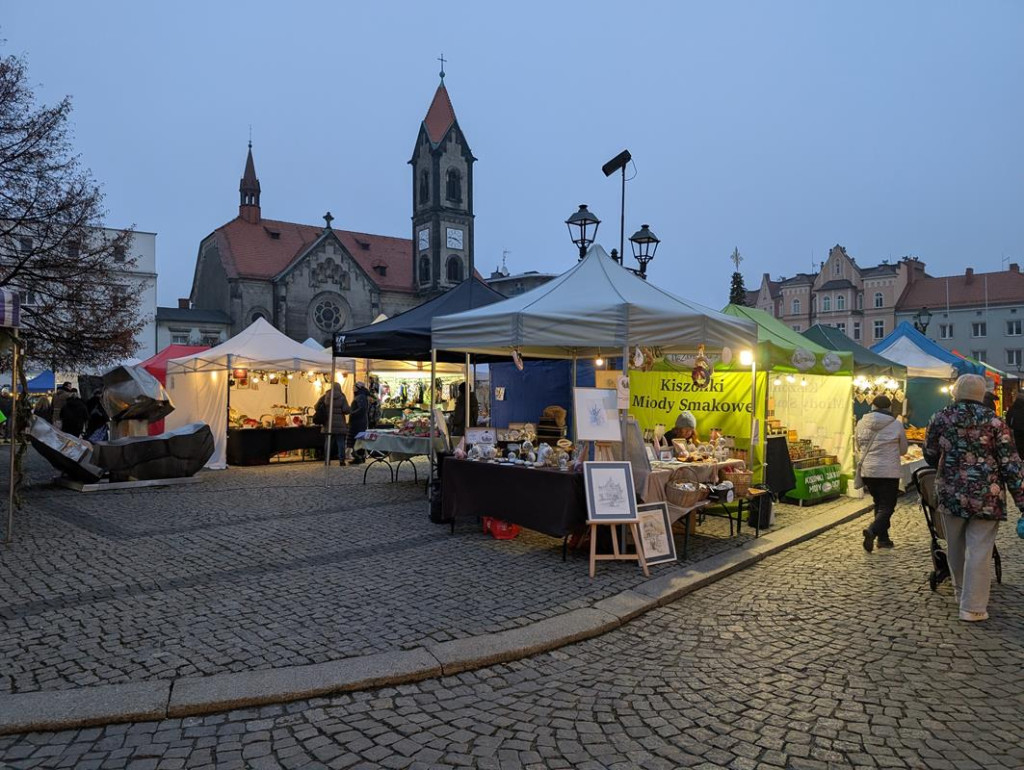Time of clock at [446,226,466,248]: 3:46
